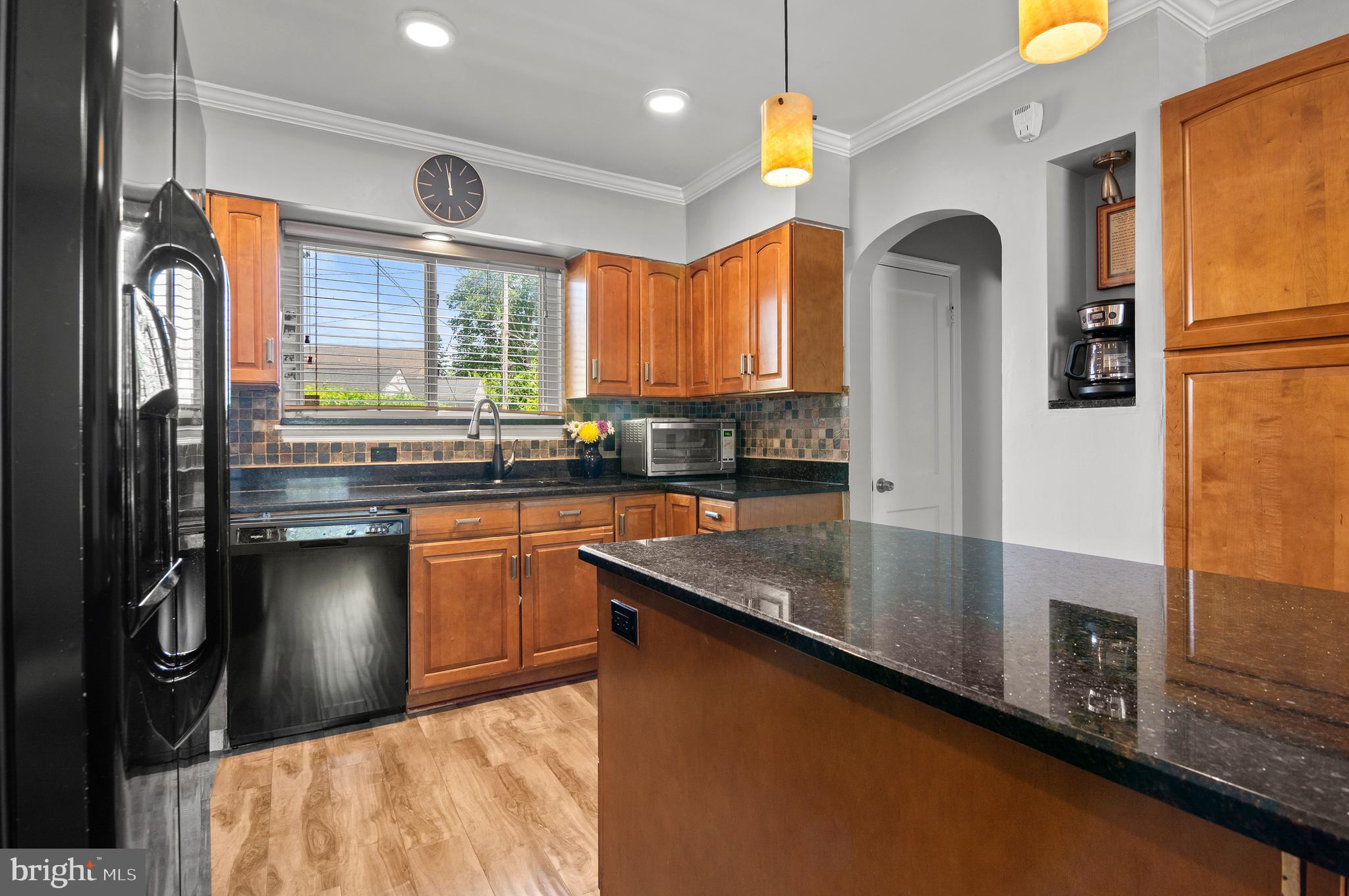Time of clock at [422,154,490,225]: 11:58
